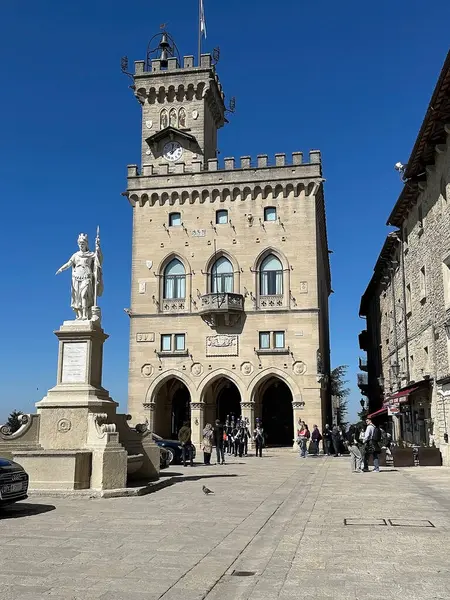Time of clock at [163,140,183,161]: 12:07
